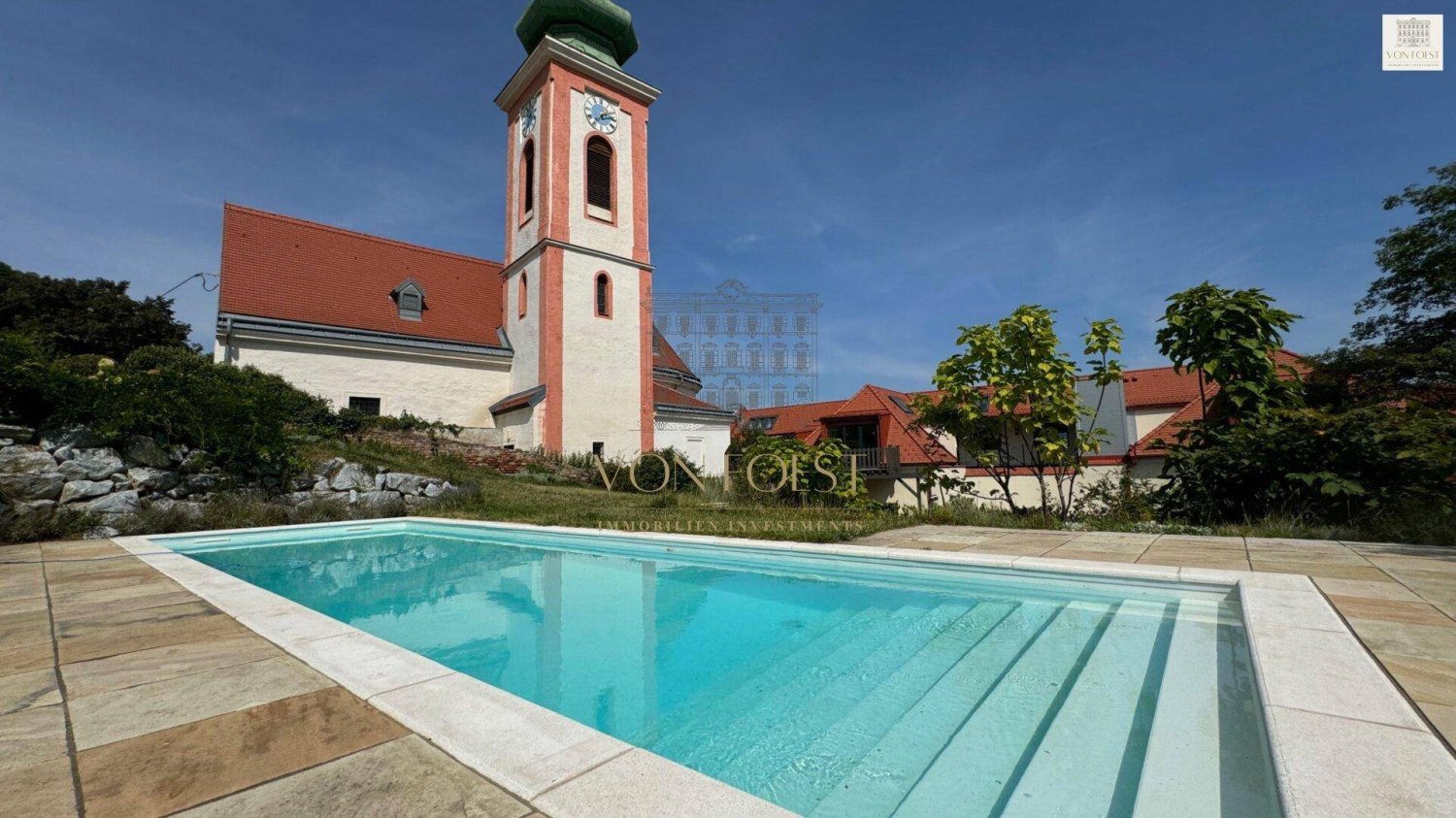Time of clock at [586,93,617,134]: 2:36
